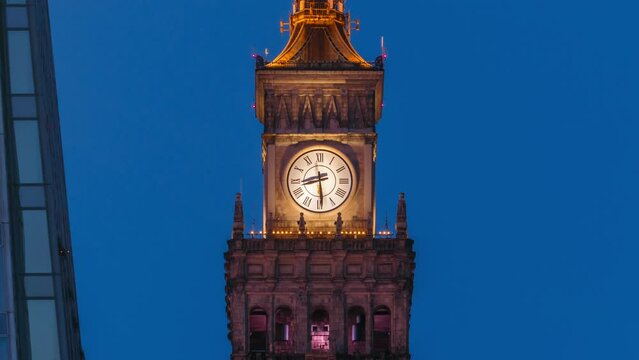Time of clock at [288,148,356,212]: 8:29
